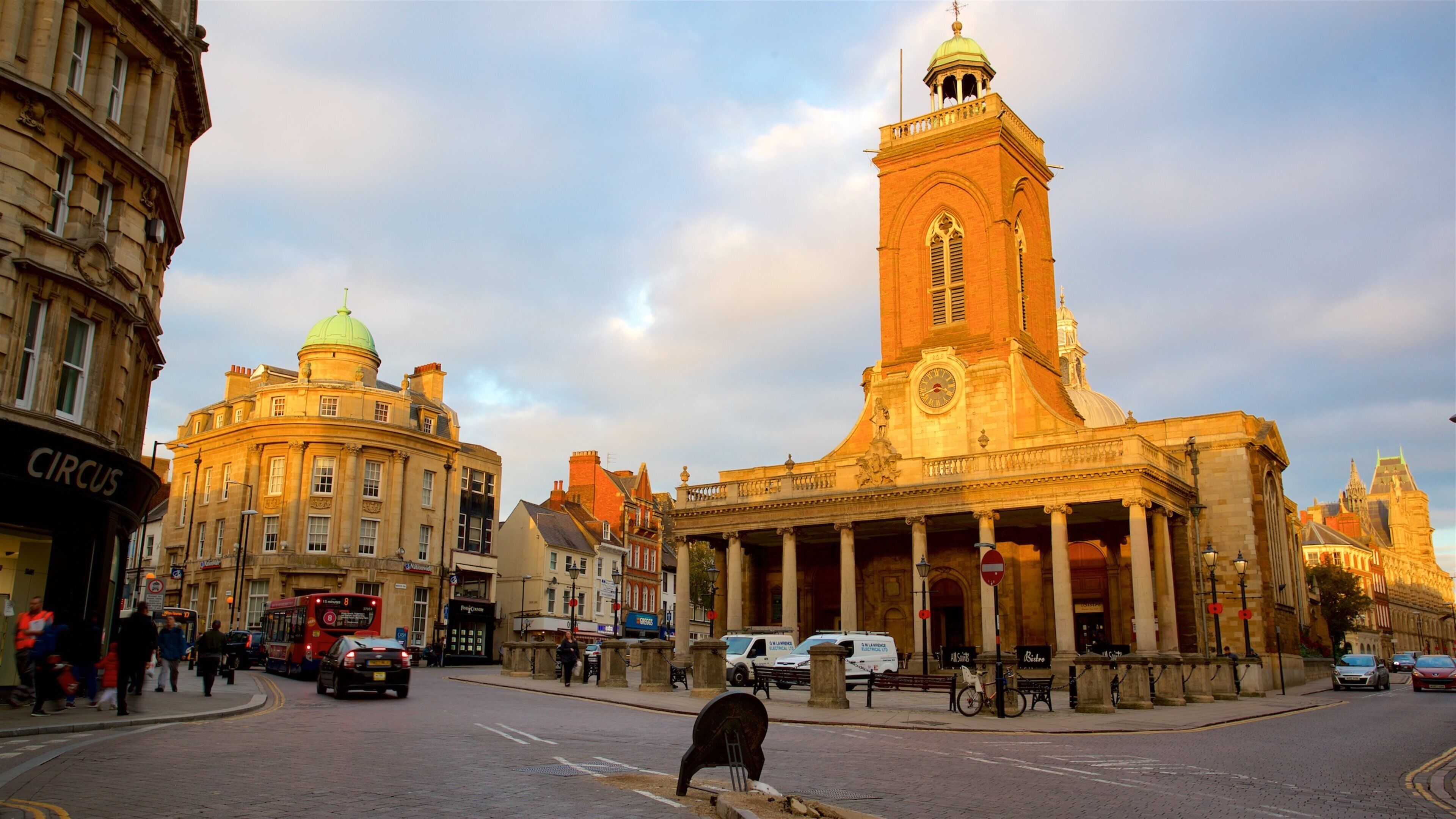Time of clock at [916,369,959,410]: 3:41
